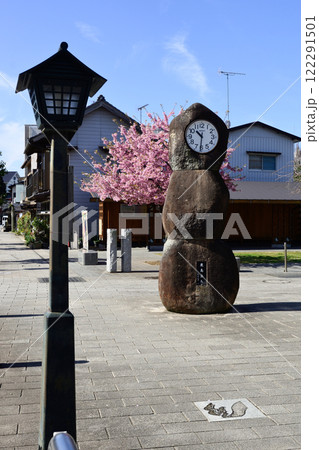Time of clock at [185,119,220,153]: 10:31
